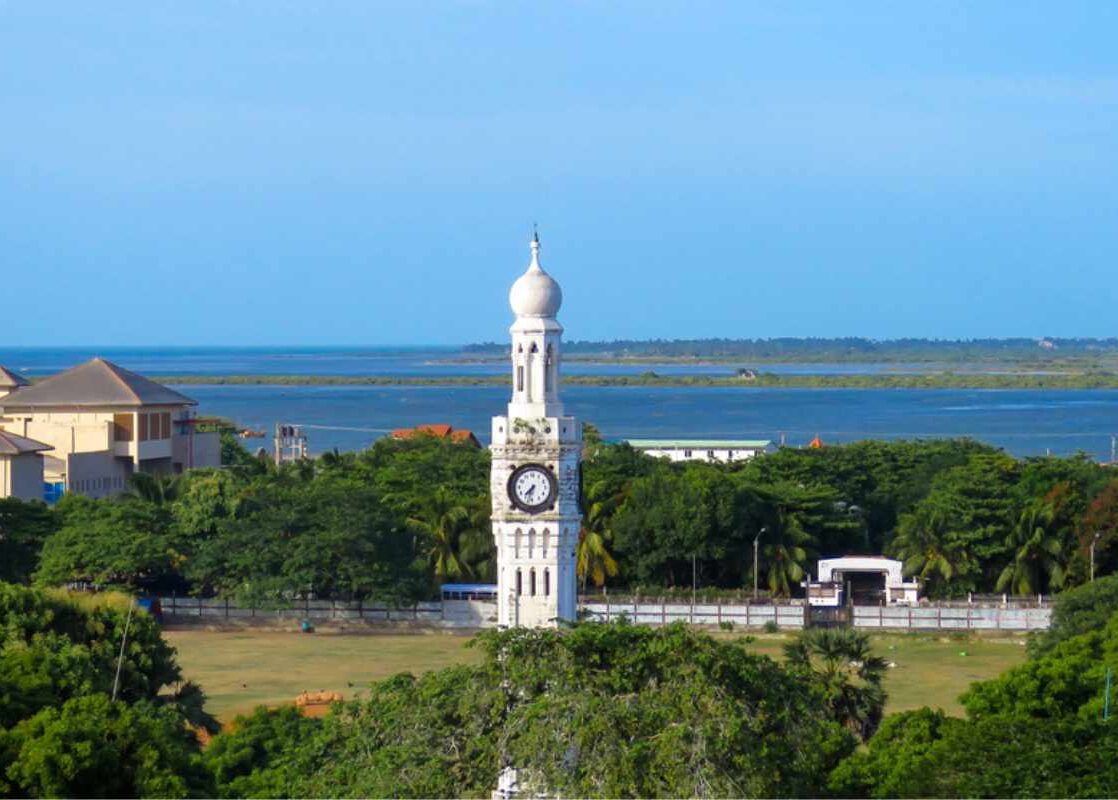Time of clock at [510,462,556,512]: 7:32
